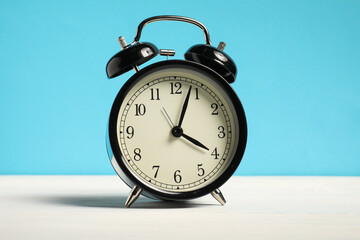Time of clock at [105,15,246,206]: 4:03
